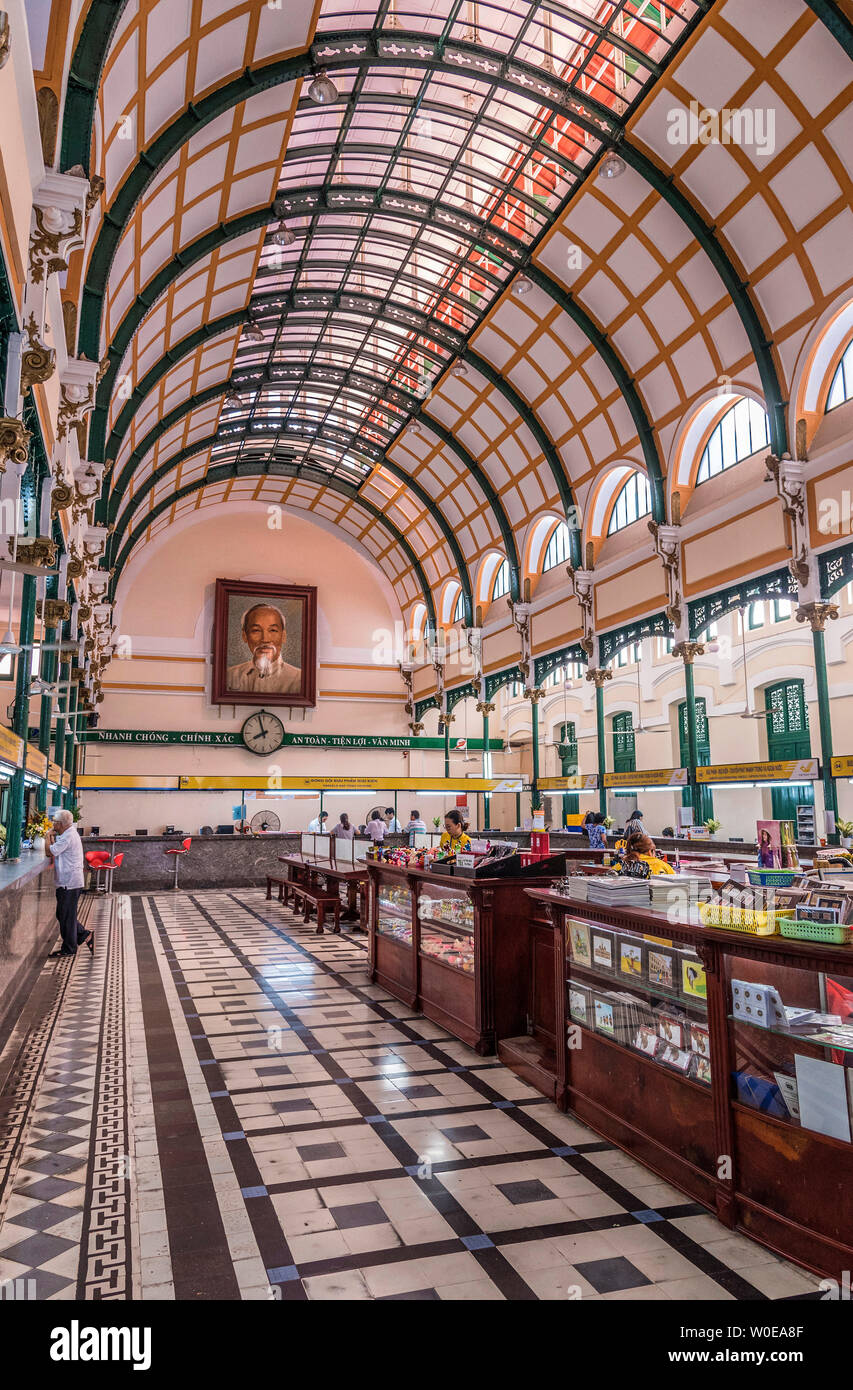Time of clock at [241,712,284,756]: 7:57
